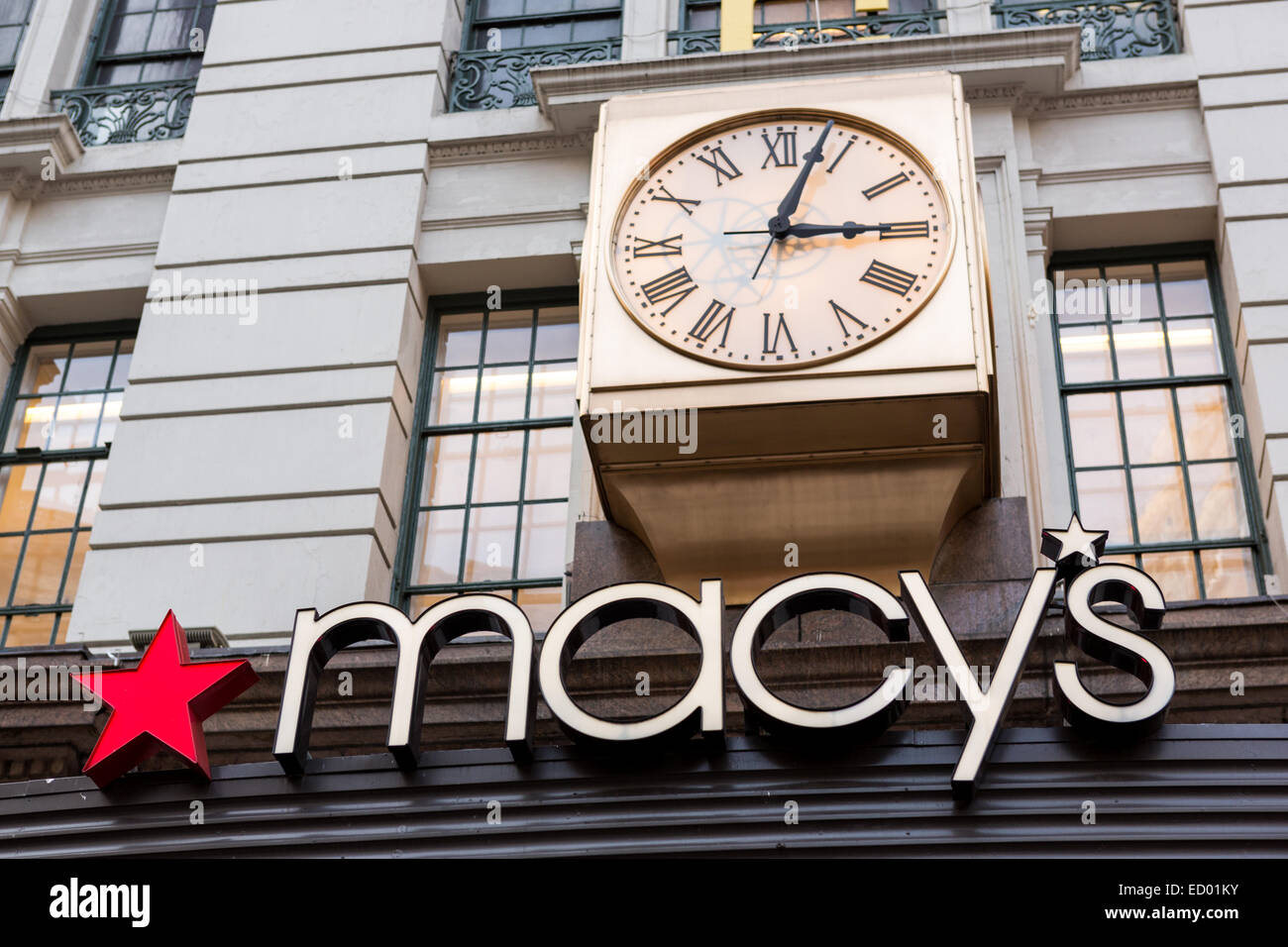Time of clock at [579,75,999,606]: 3:03
